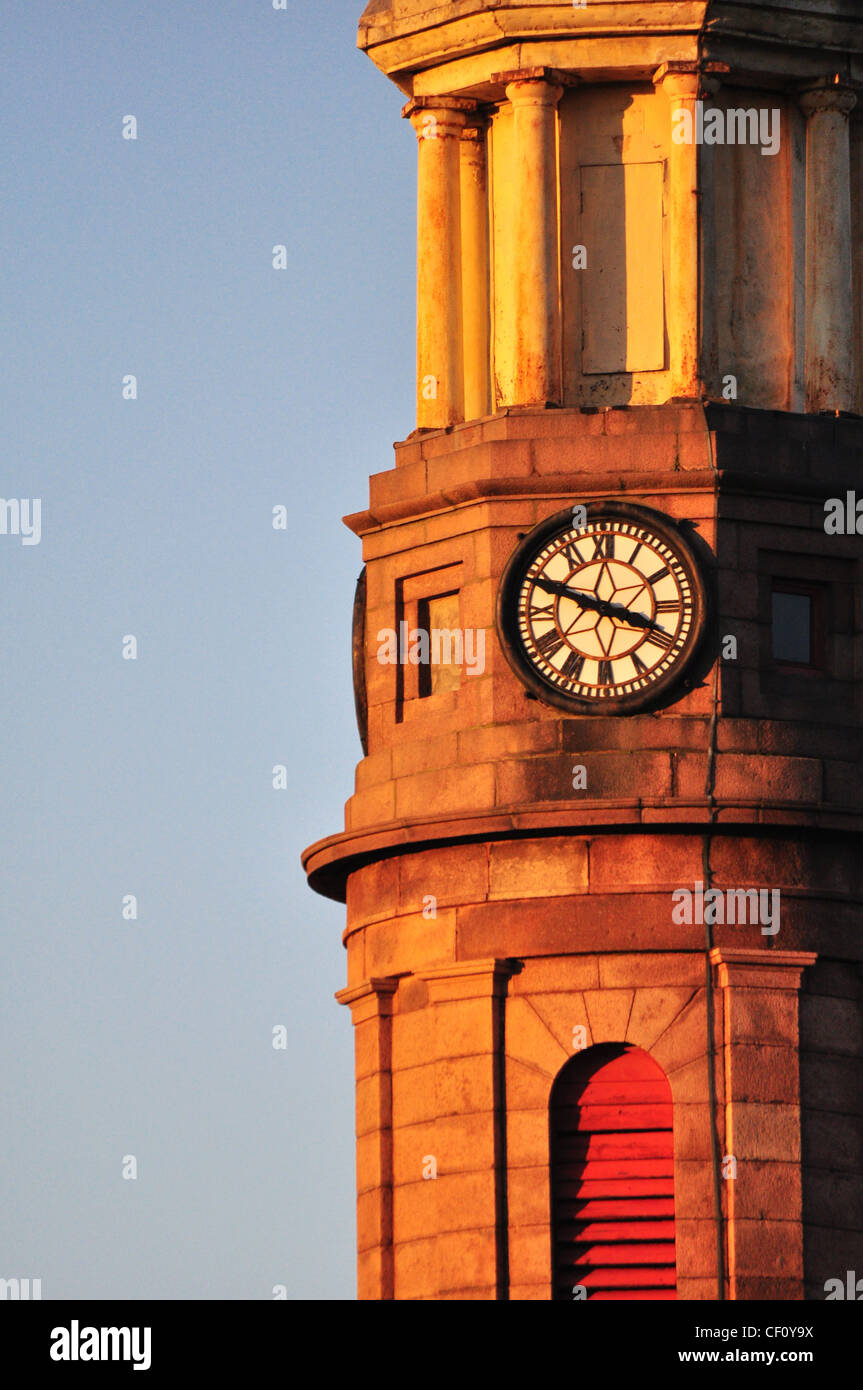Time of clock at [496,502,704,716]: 3:48
